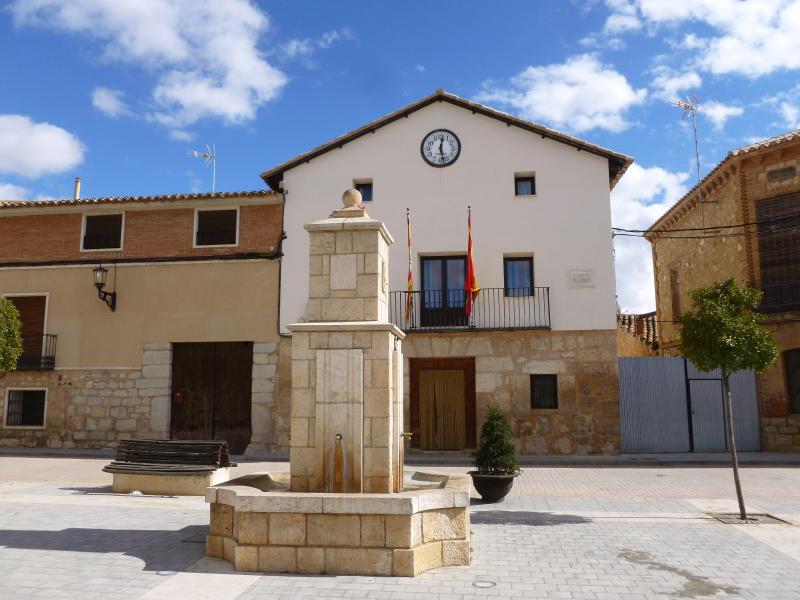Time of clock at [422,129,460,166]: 12:27
